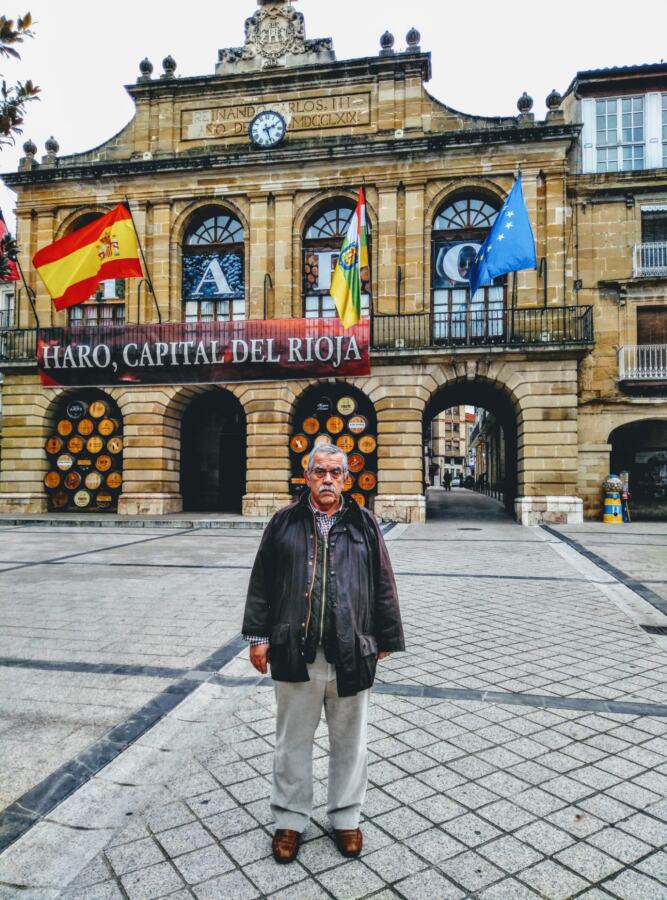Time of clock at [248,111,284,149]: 2:26
